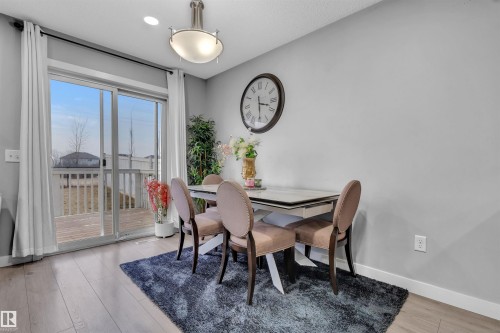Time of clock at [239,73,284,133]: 3:29
